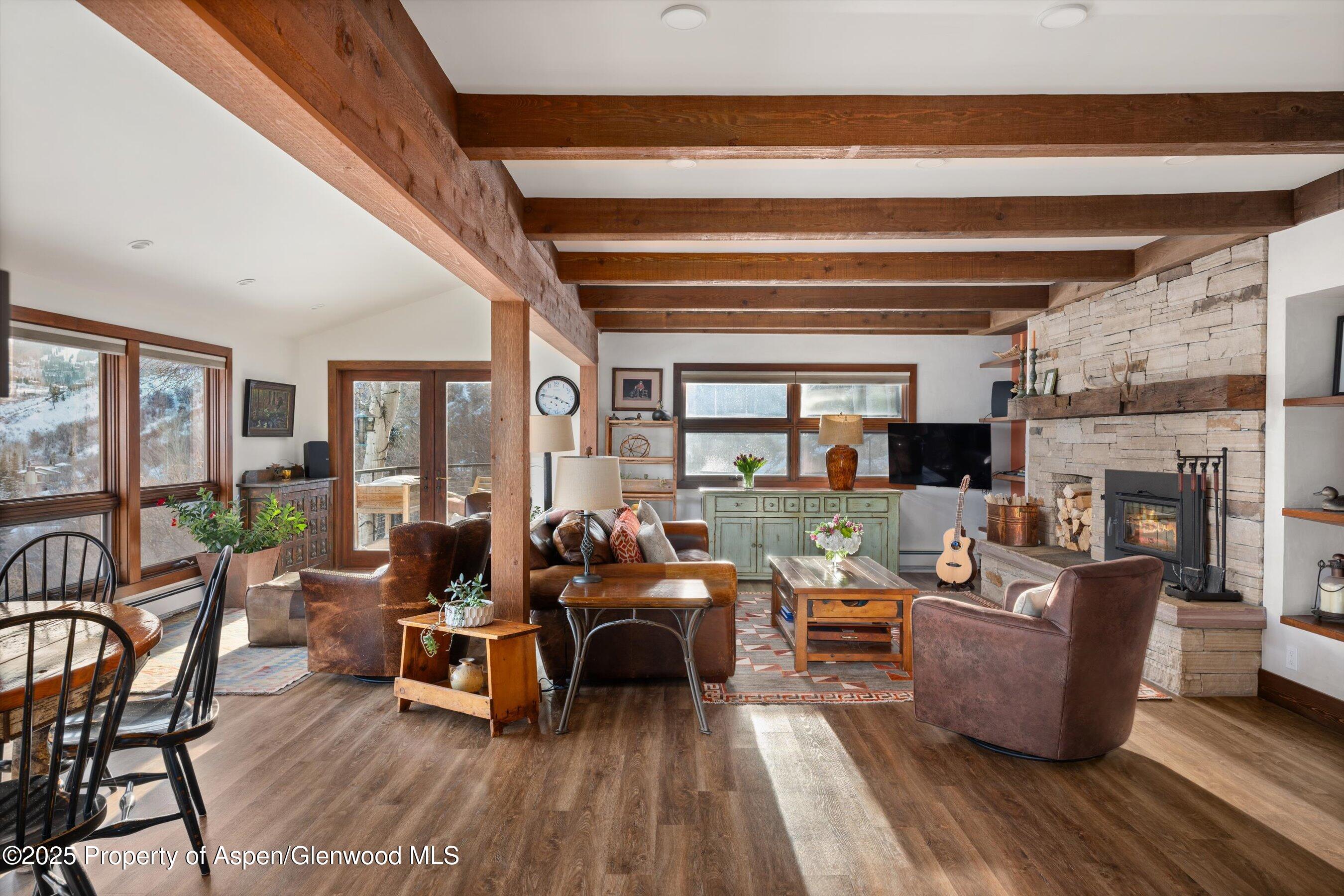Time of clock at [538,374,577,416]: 3:46
